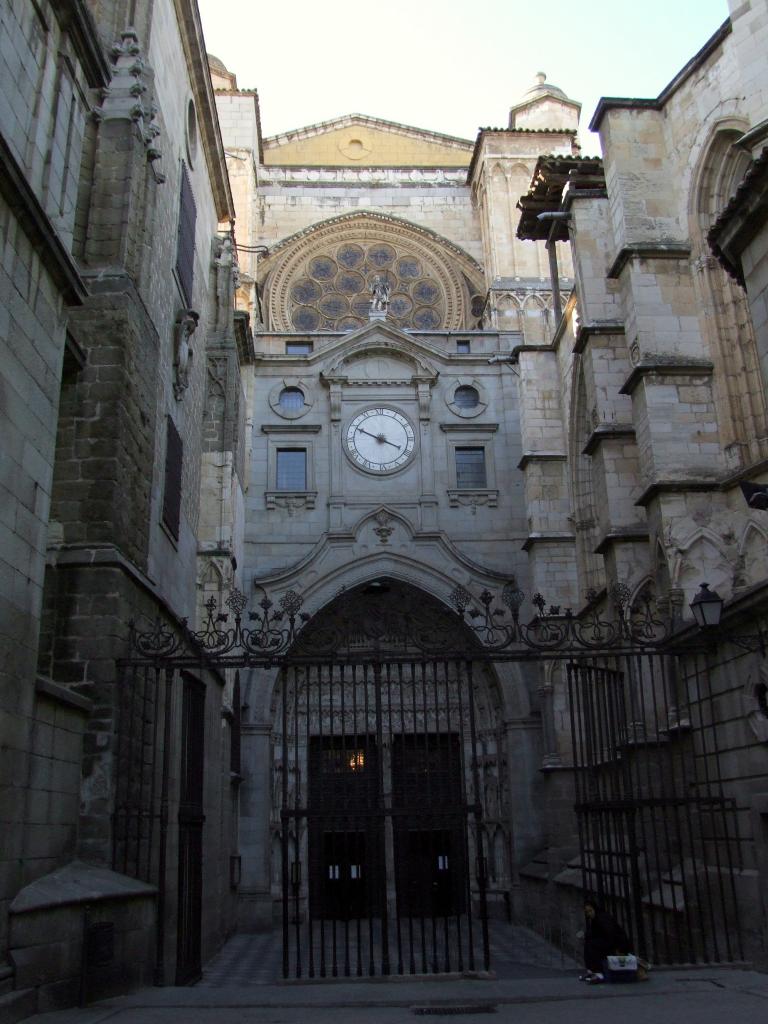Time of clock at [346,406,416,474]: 3:49
